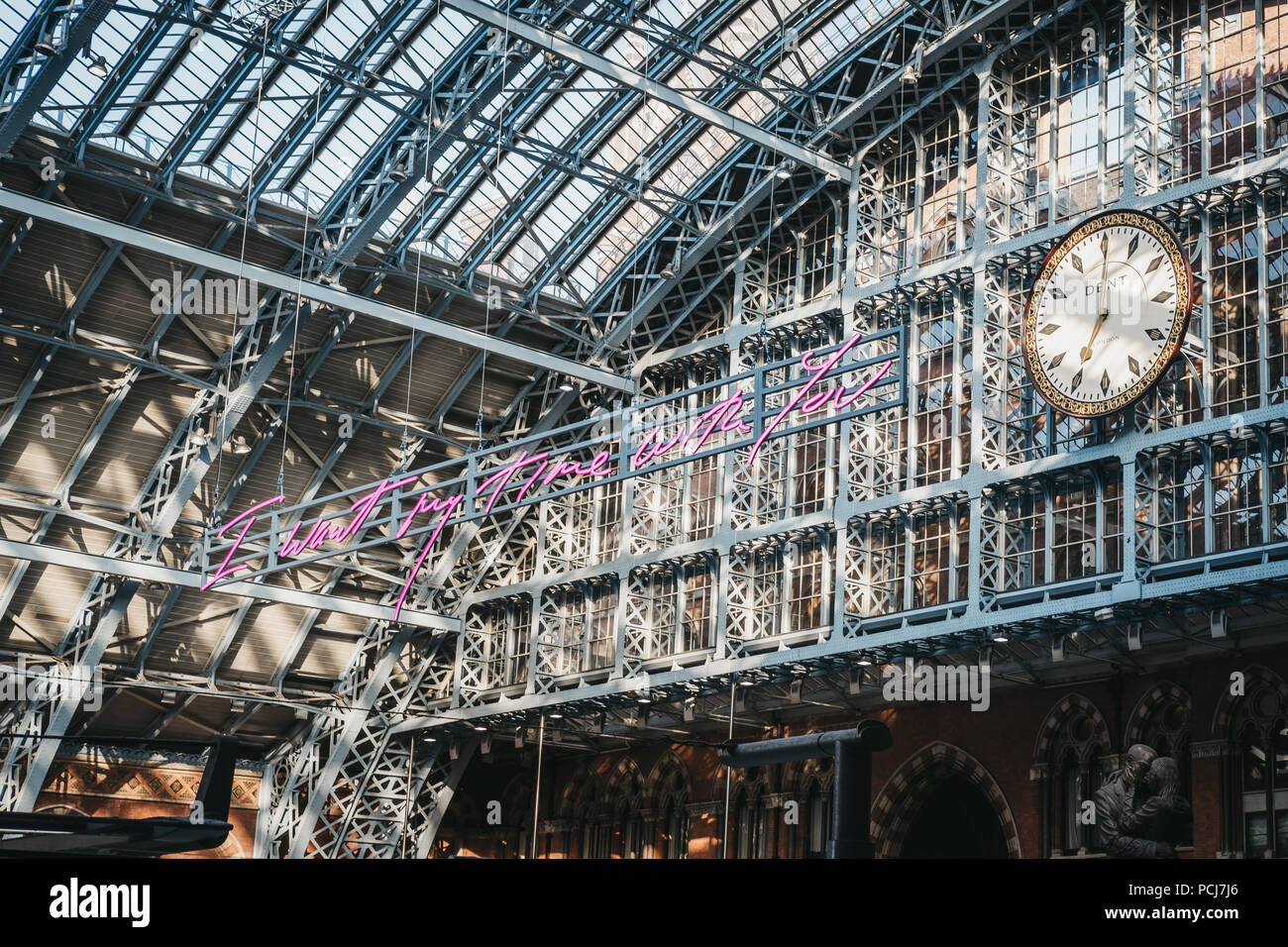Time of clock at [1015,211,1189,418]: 7:00
